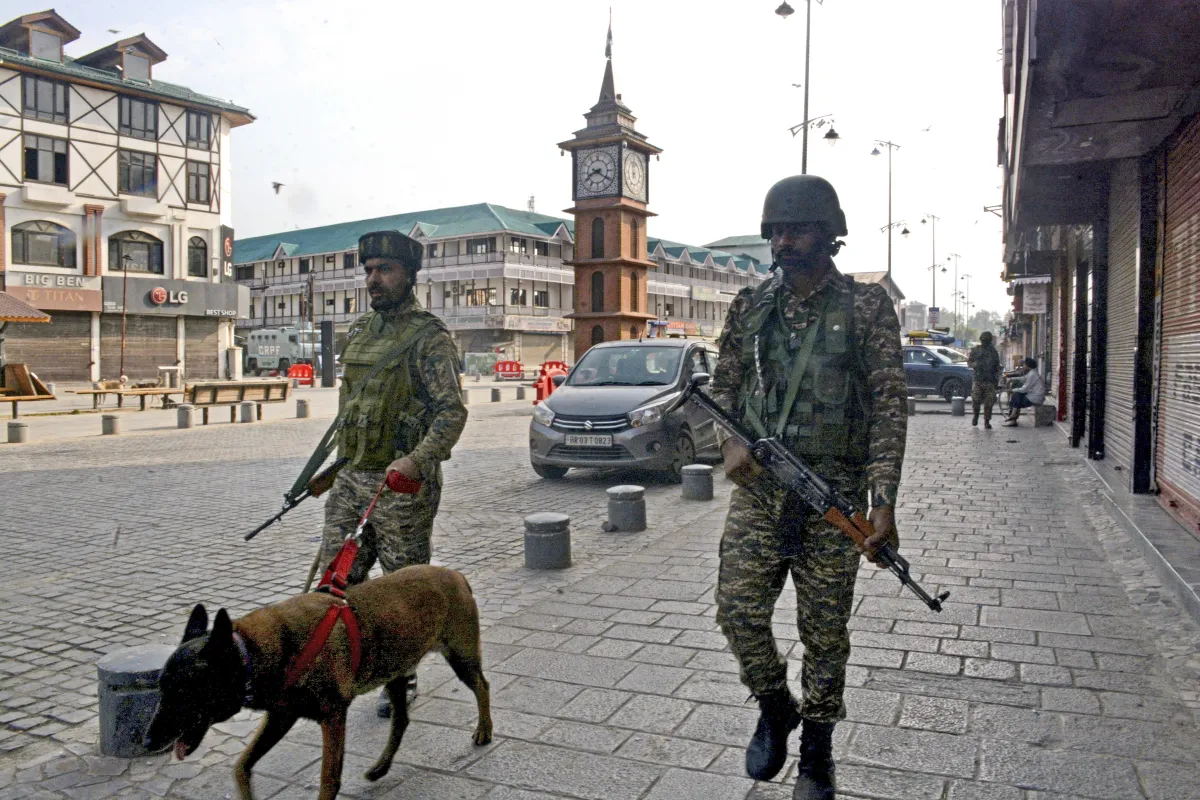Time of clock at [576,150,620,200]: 8:20
